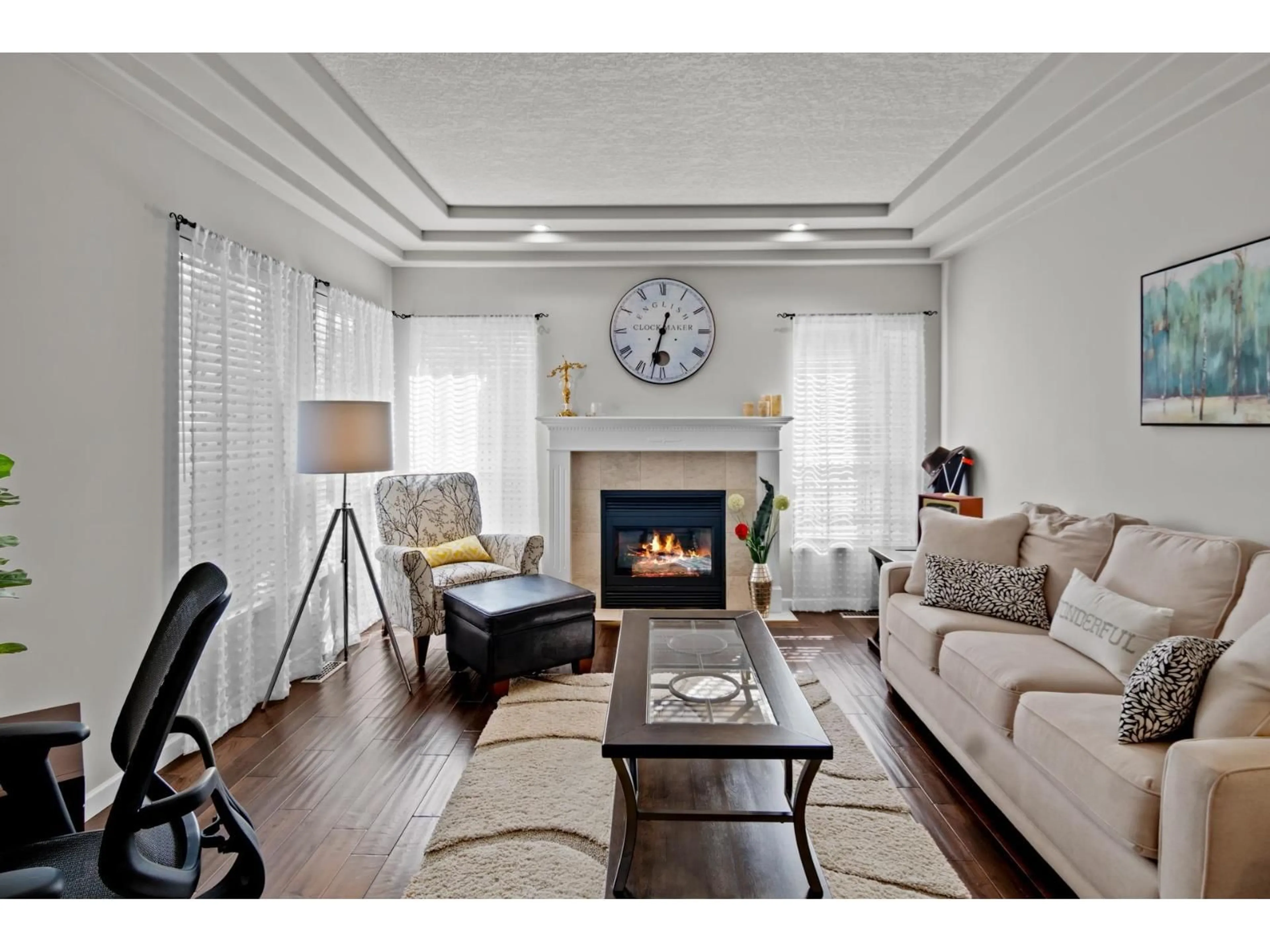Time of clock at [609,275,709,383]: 12:32
